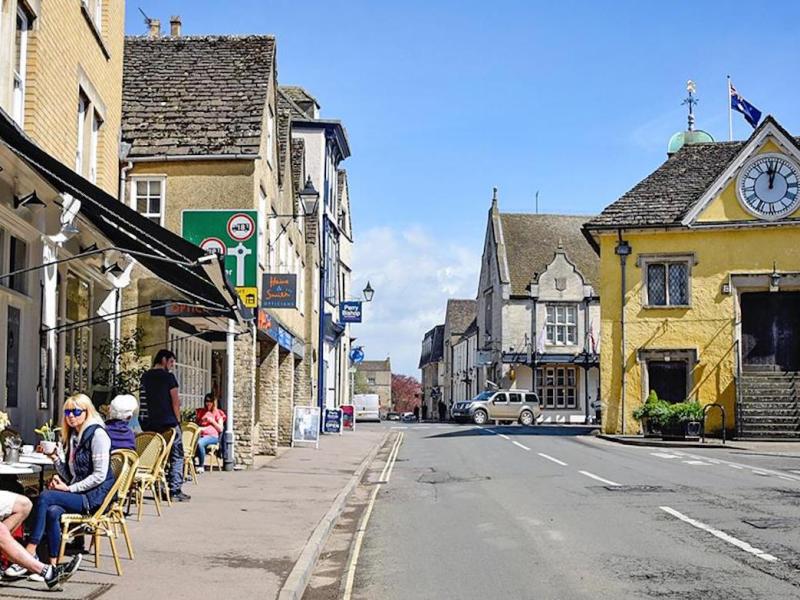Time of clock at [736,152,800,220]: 12:03
